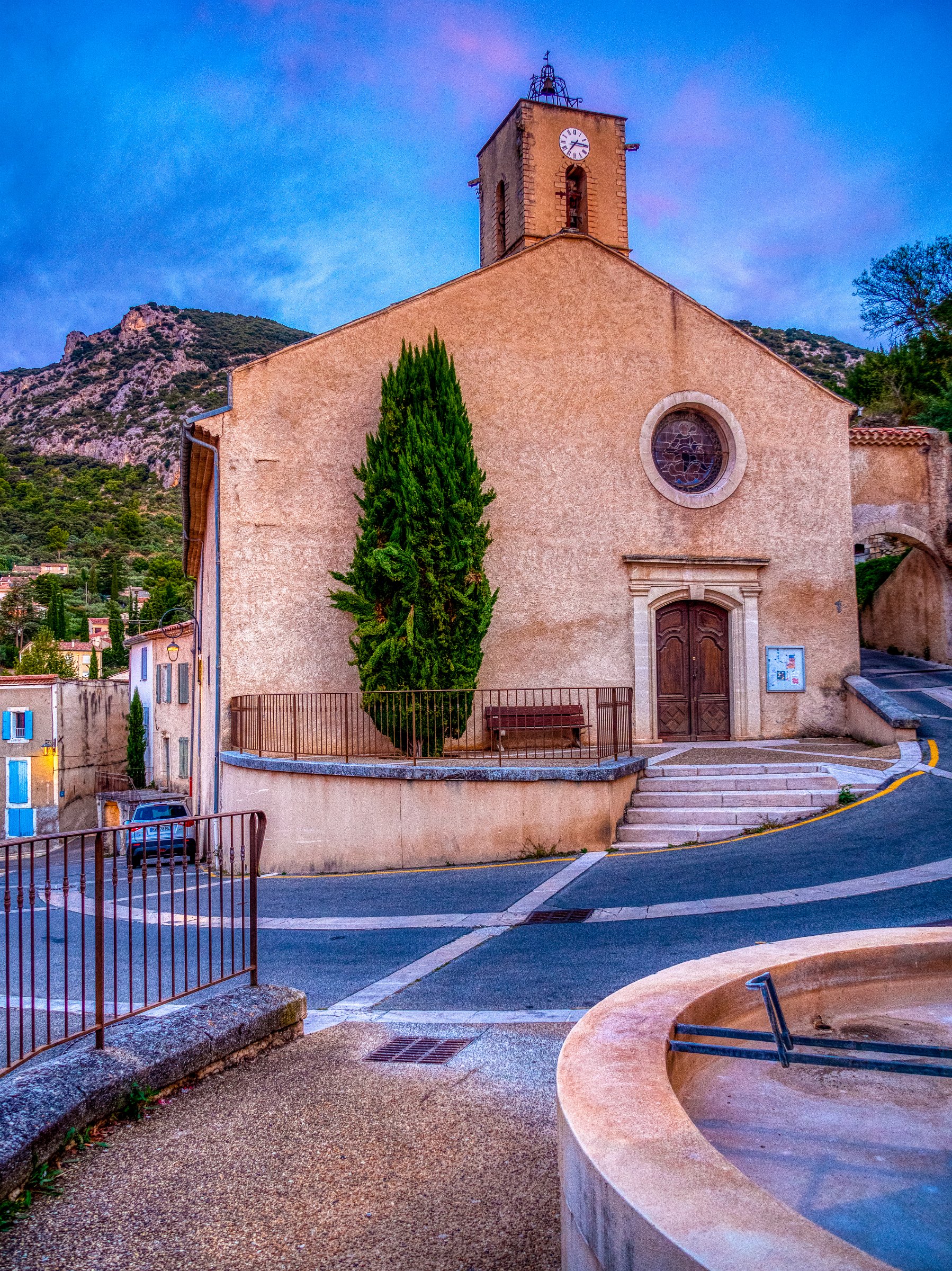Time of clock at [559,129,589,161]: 7:15
